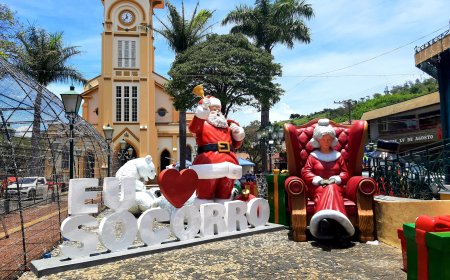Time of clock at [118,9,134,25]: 11:37
